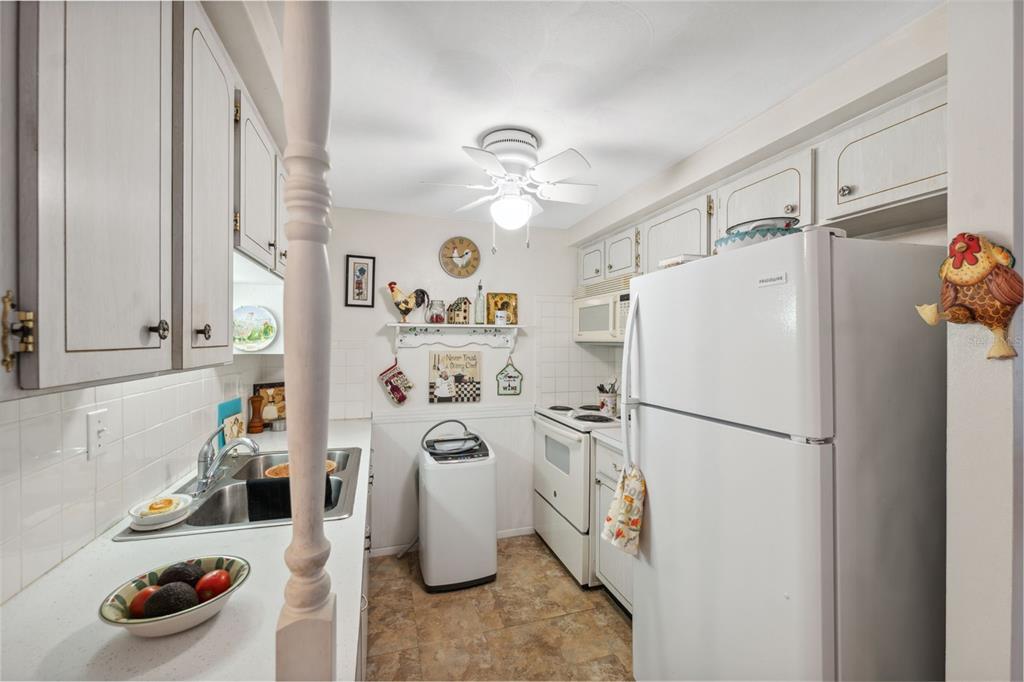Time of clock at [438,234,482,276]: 1:43
